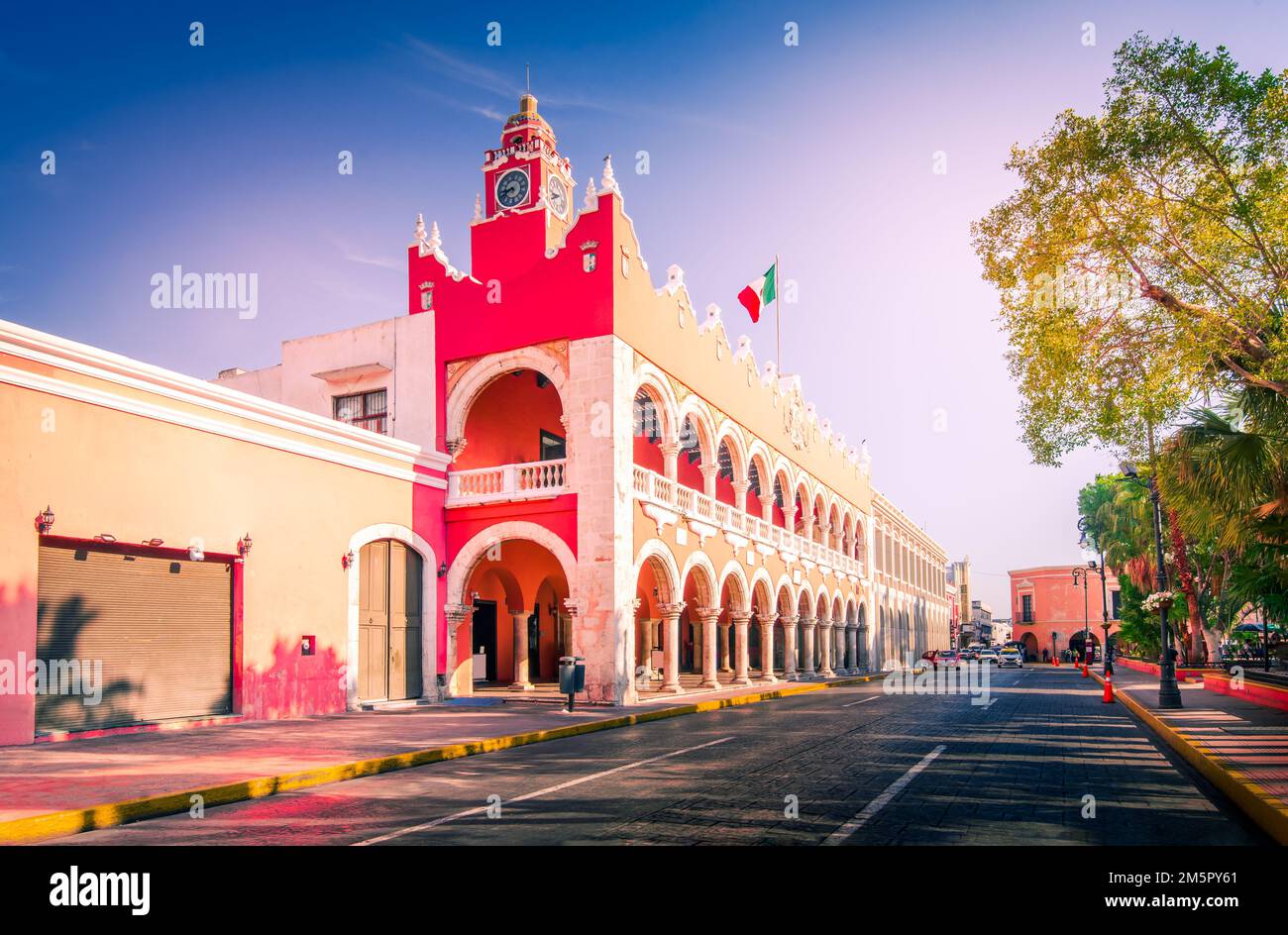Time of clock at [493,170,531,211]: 8:40
